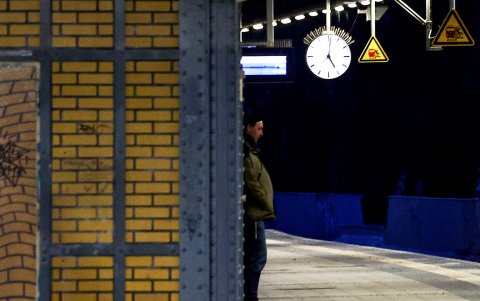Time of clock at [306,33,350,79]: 5:01
